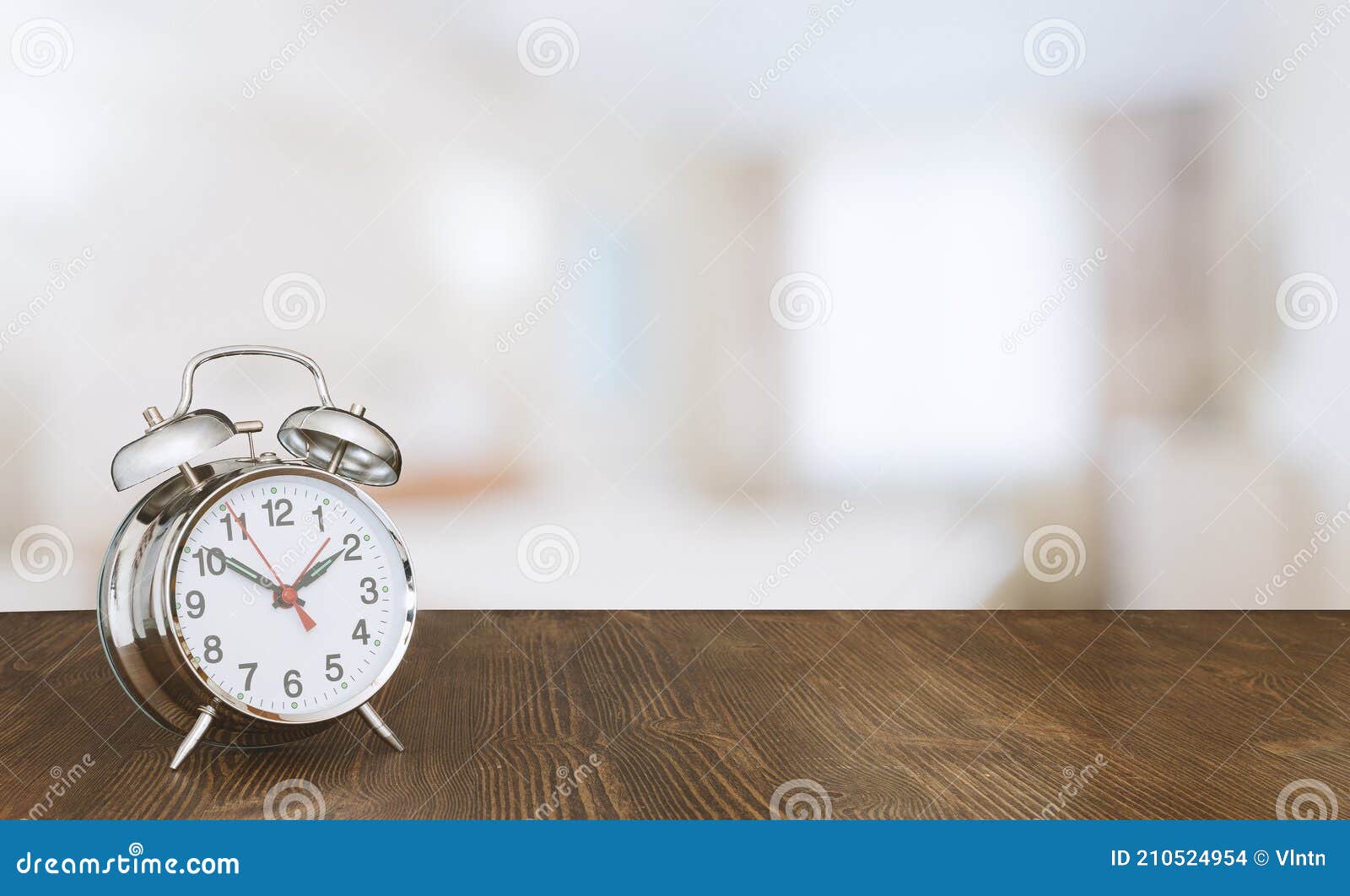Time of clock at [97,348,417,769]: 1:50
